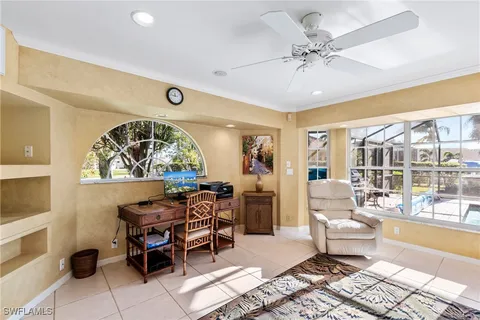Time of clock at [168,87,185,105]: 11:46
